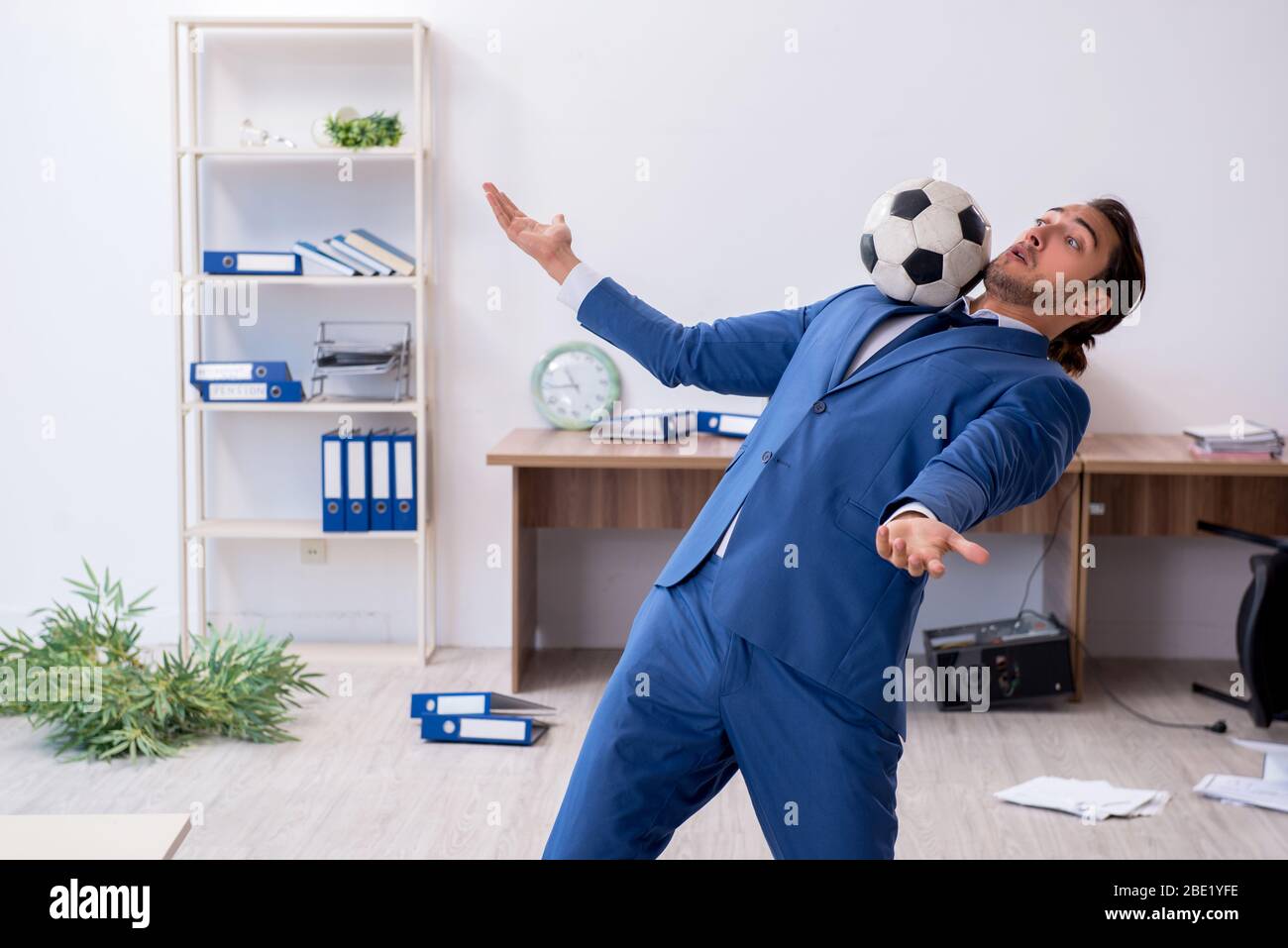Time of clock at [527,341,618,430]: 10:44
